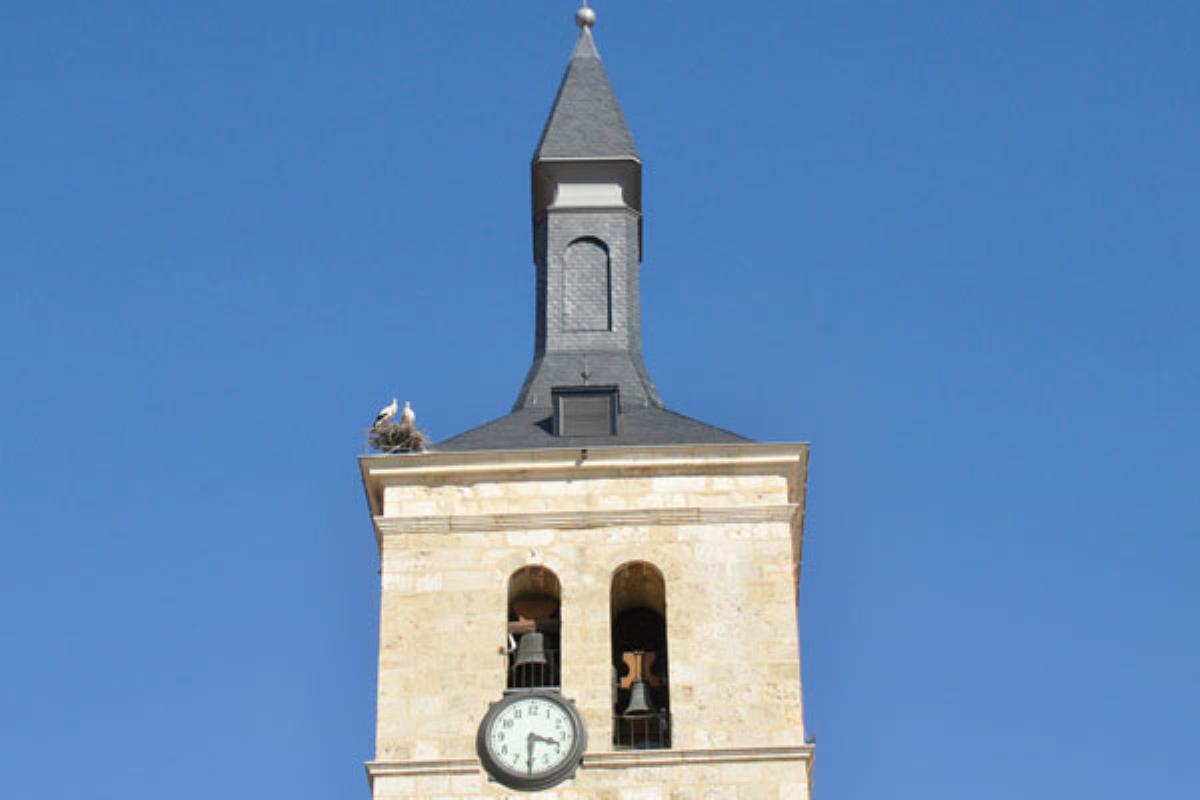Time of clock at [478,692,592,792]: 3:30
